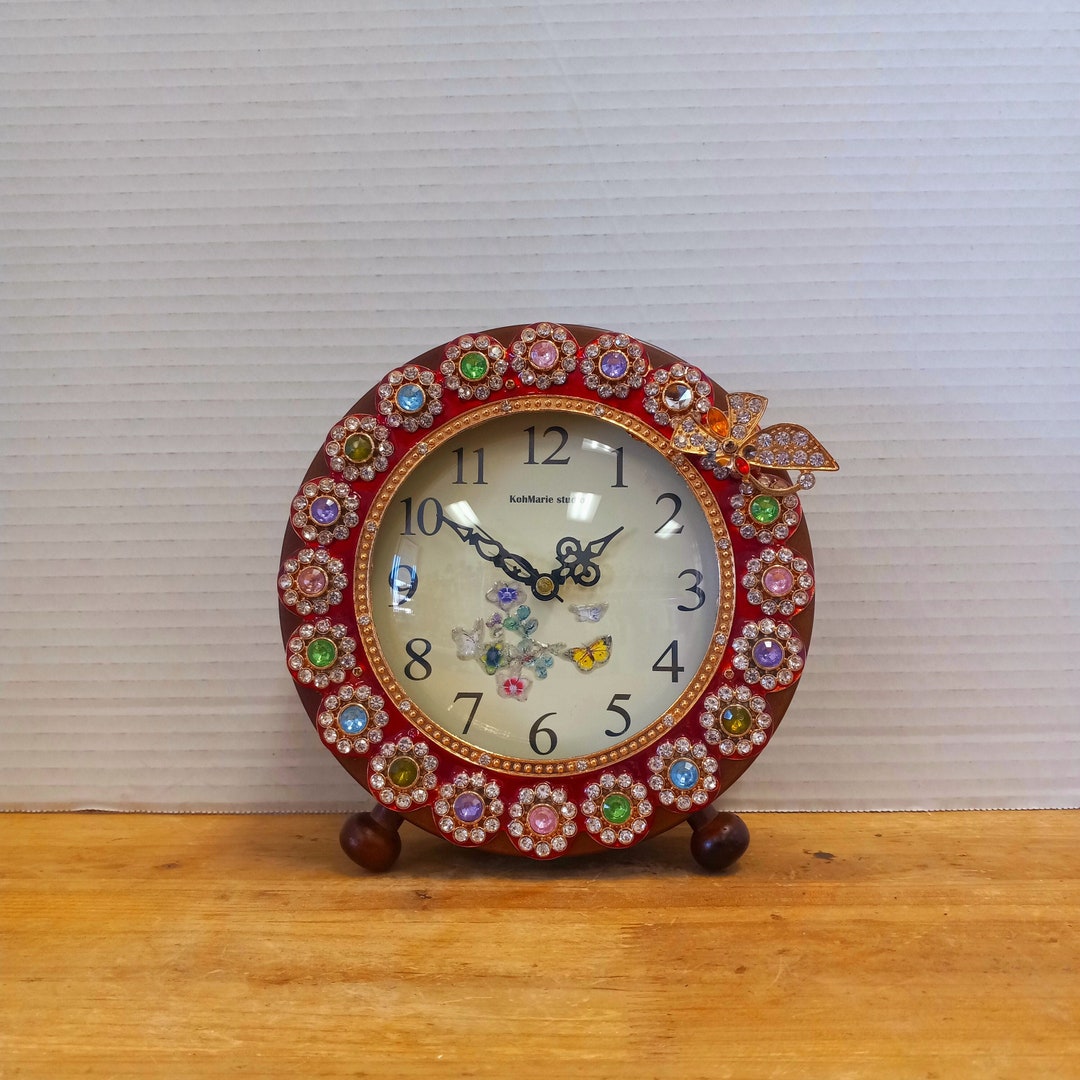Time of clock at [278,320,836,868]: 1:51
